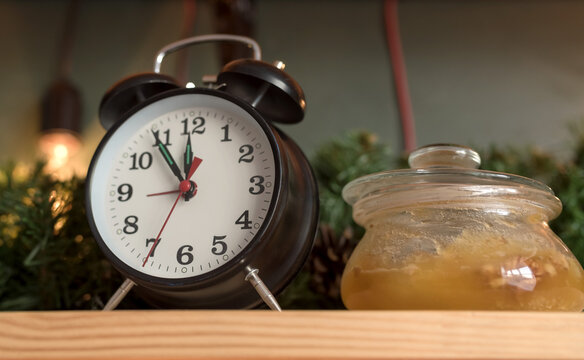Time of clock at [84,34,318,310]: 11:54
